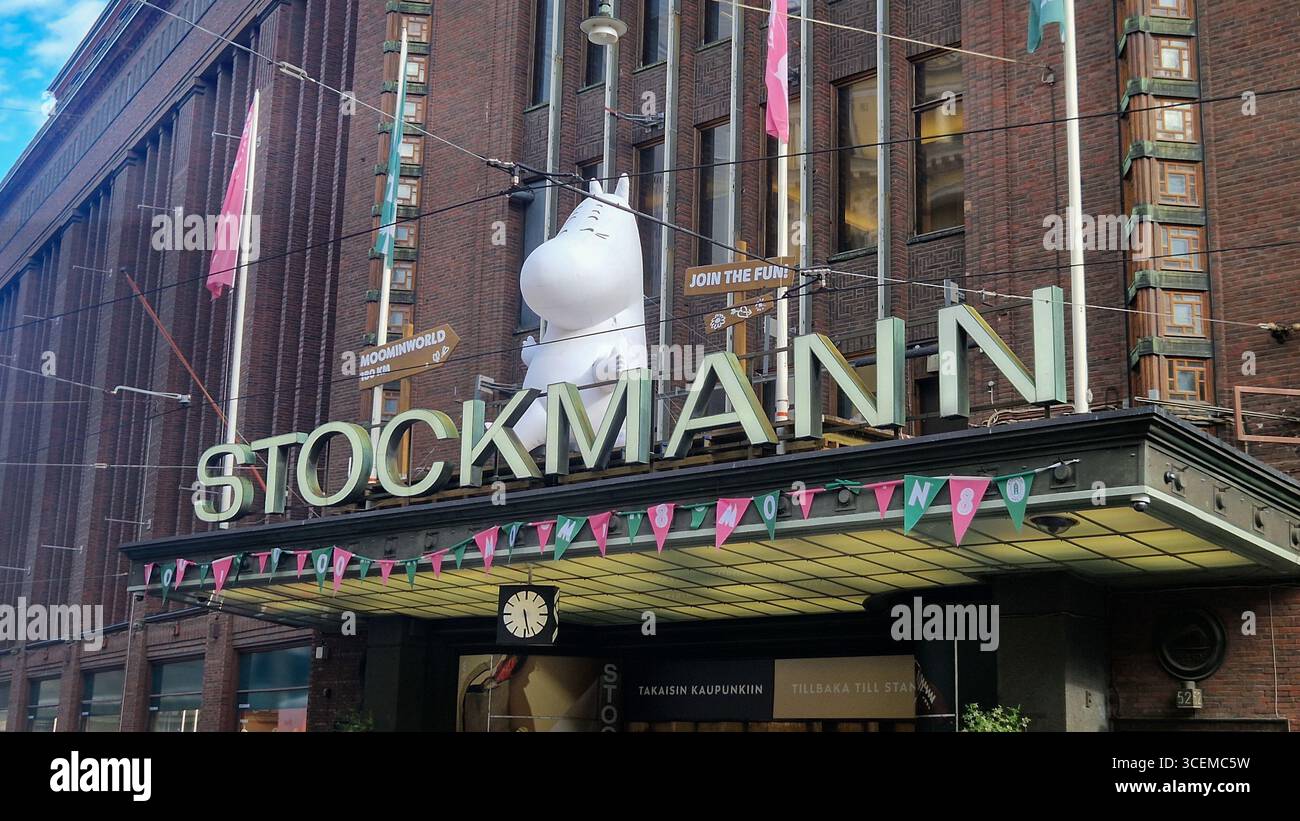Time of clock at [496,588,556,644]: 5:27
